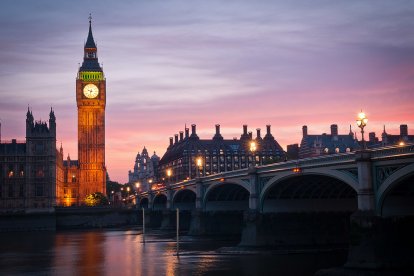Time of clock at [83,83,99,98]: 9:32
